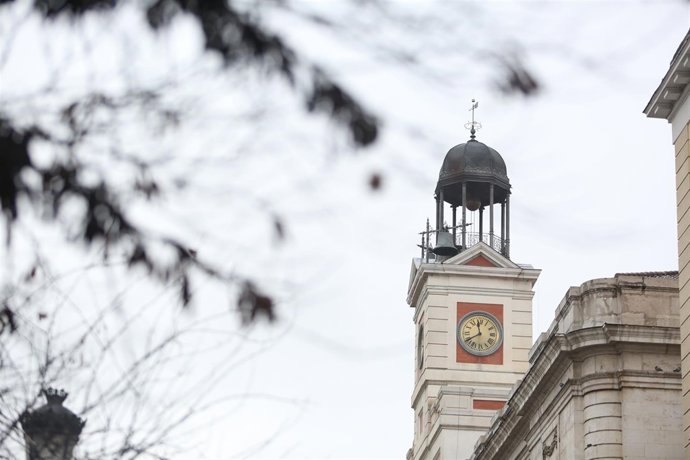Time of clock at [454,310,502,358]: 11:39
